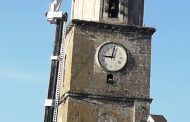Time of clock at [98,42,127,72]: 9:01
